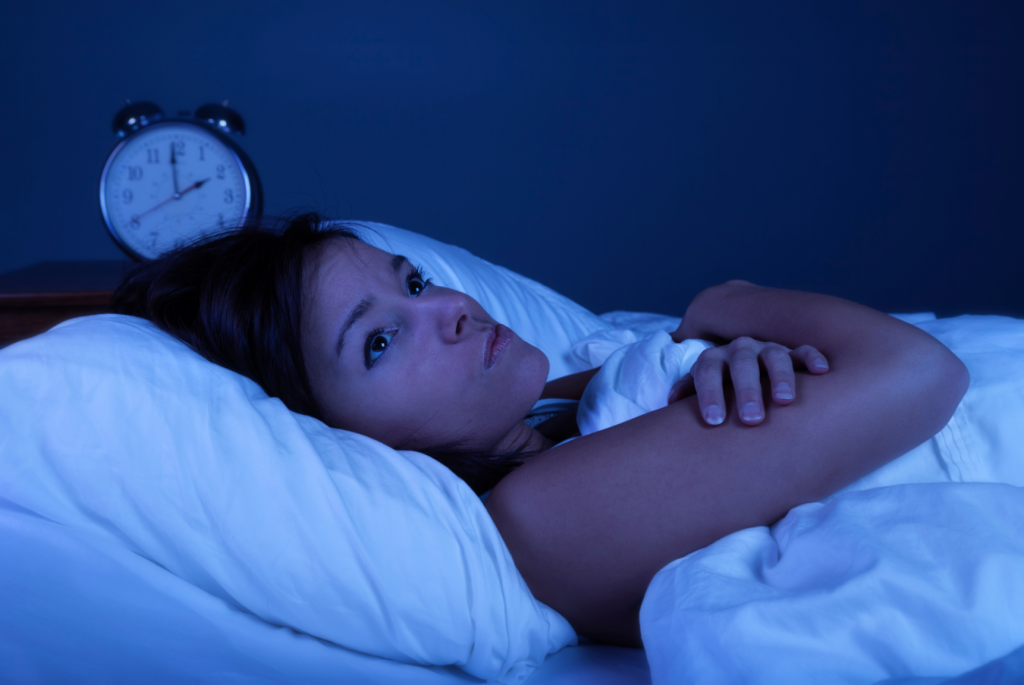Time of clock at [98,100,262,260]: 1:59
